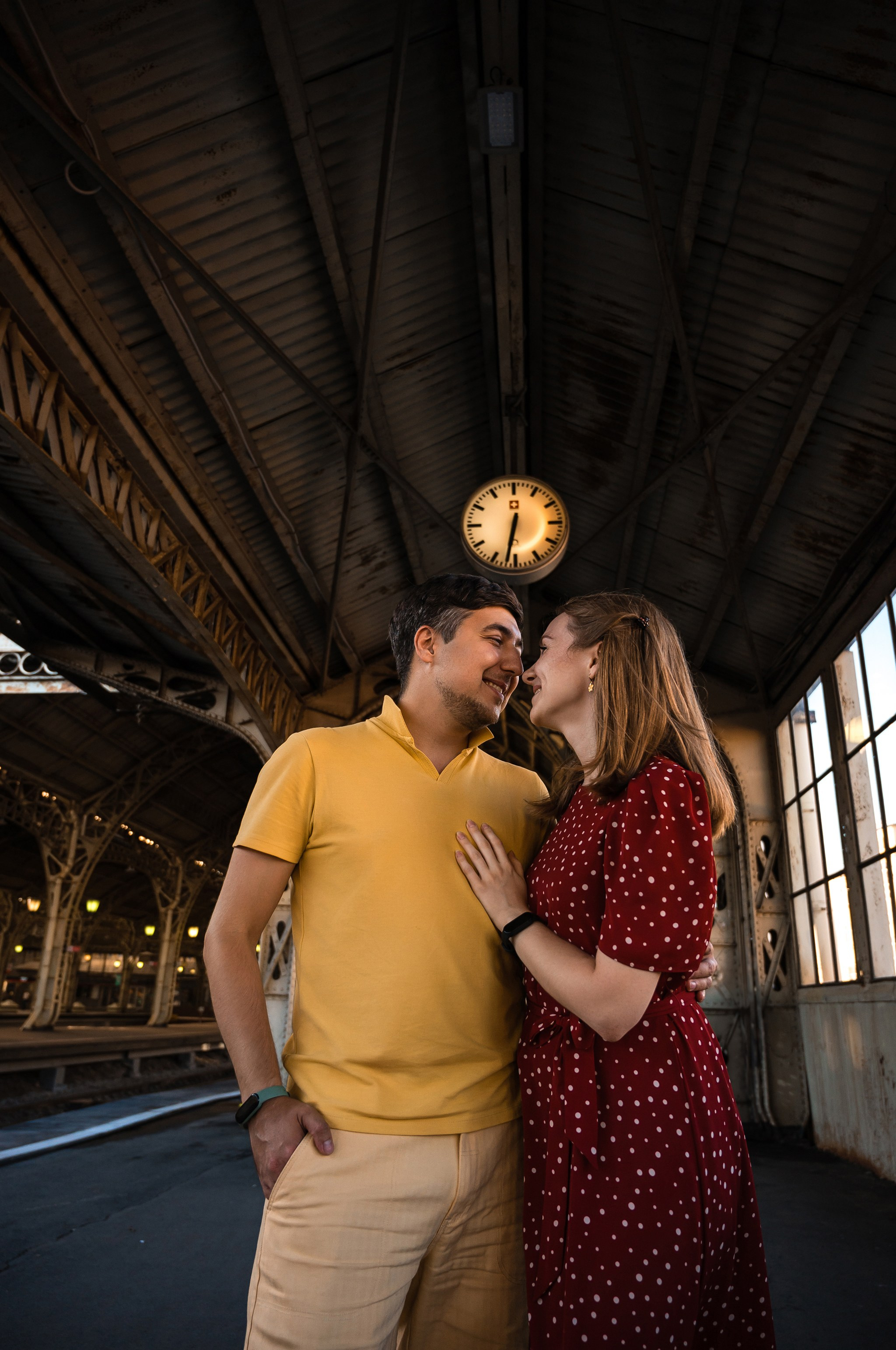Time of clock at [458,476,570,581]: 6:32
